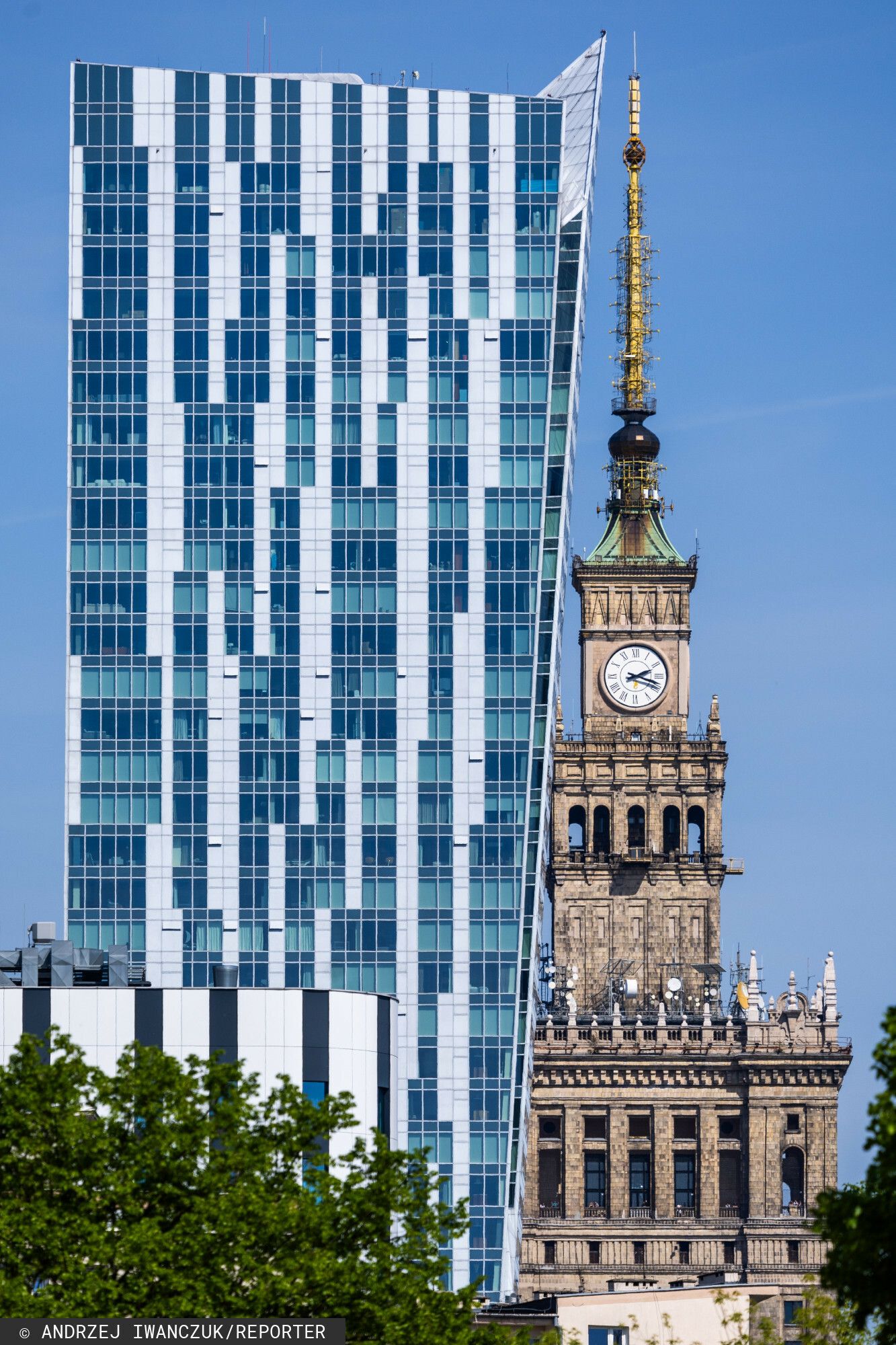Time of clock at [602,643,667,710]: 2:18
